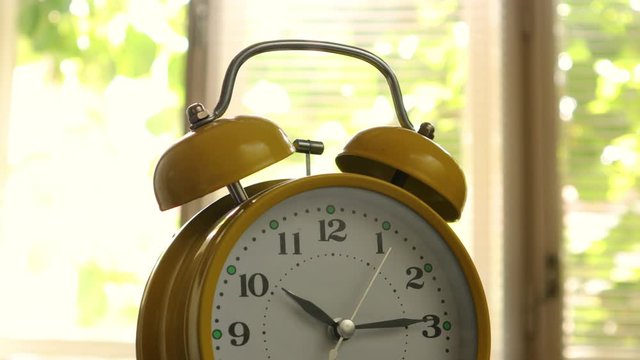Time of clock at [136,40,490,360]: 10:14
